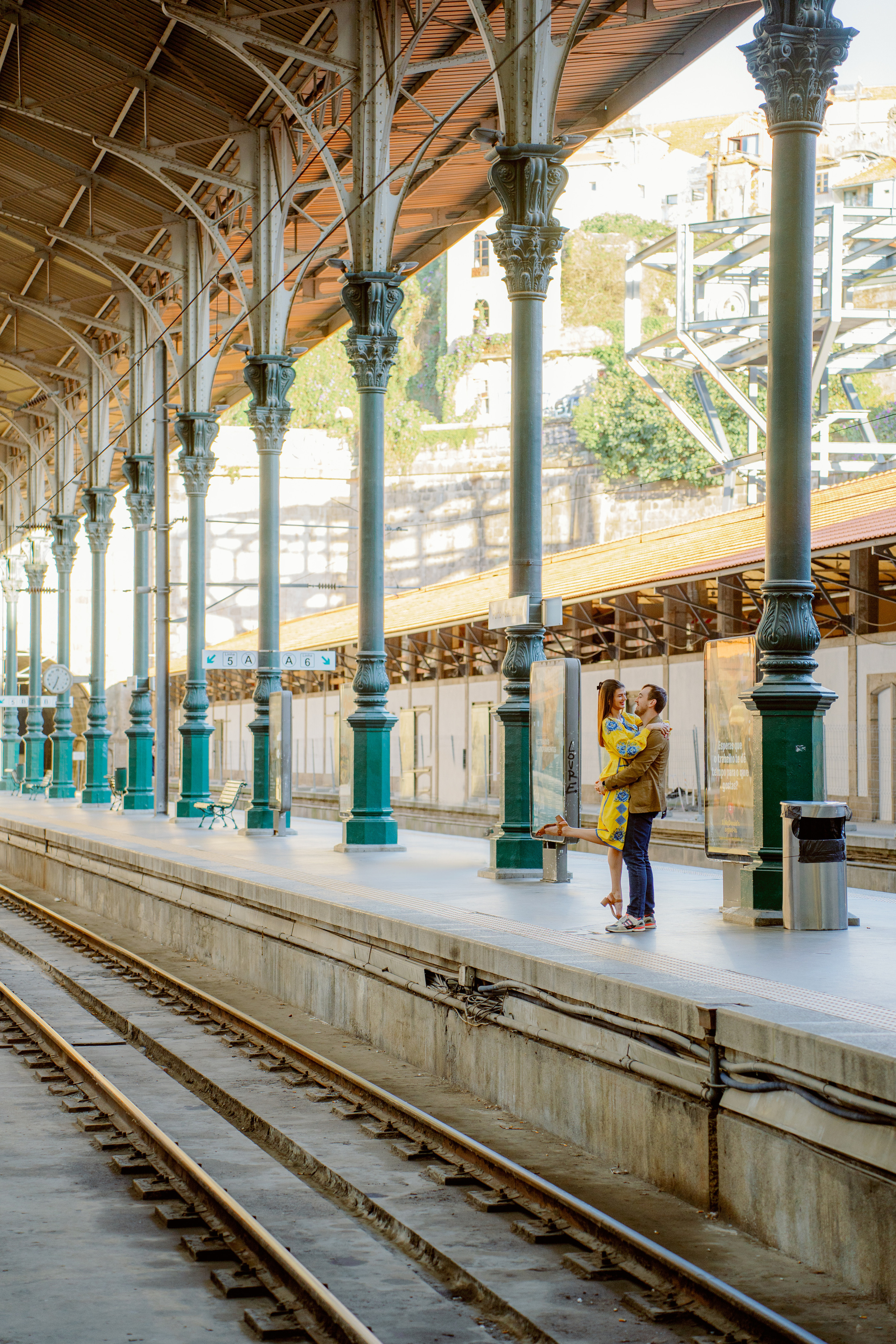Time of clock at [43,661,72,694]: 6:34
